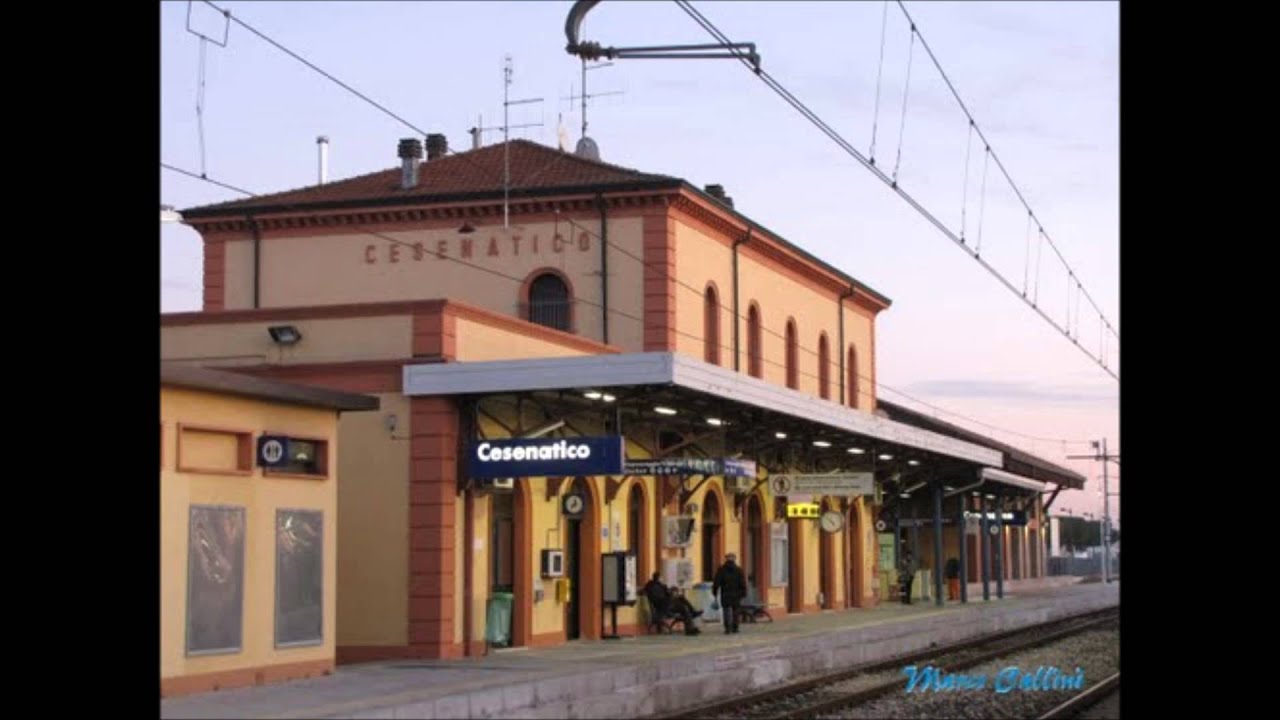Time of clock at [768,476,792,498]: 11:32
